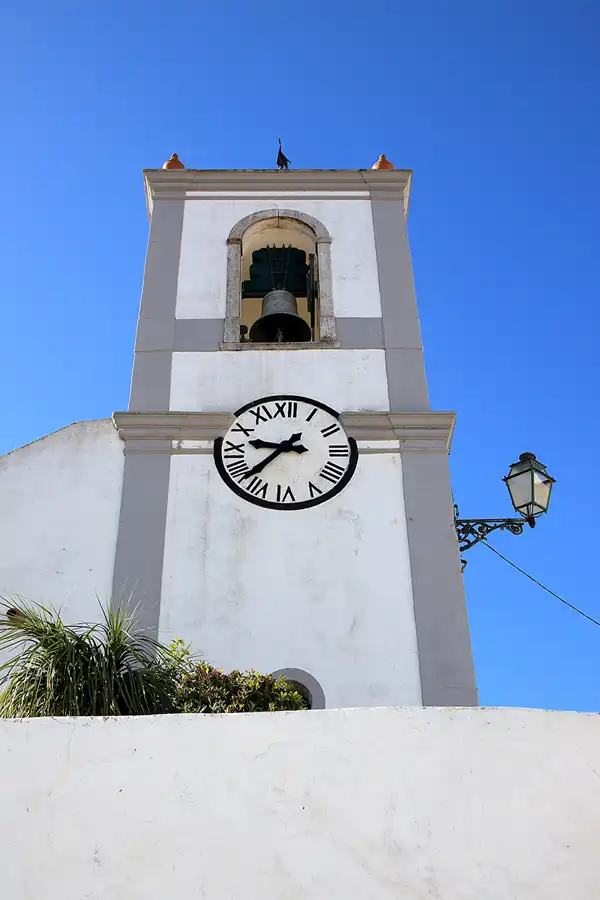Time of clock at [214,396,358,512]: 9:37
